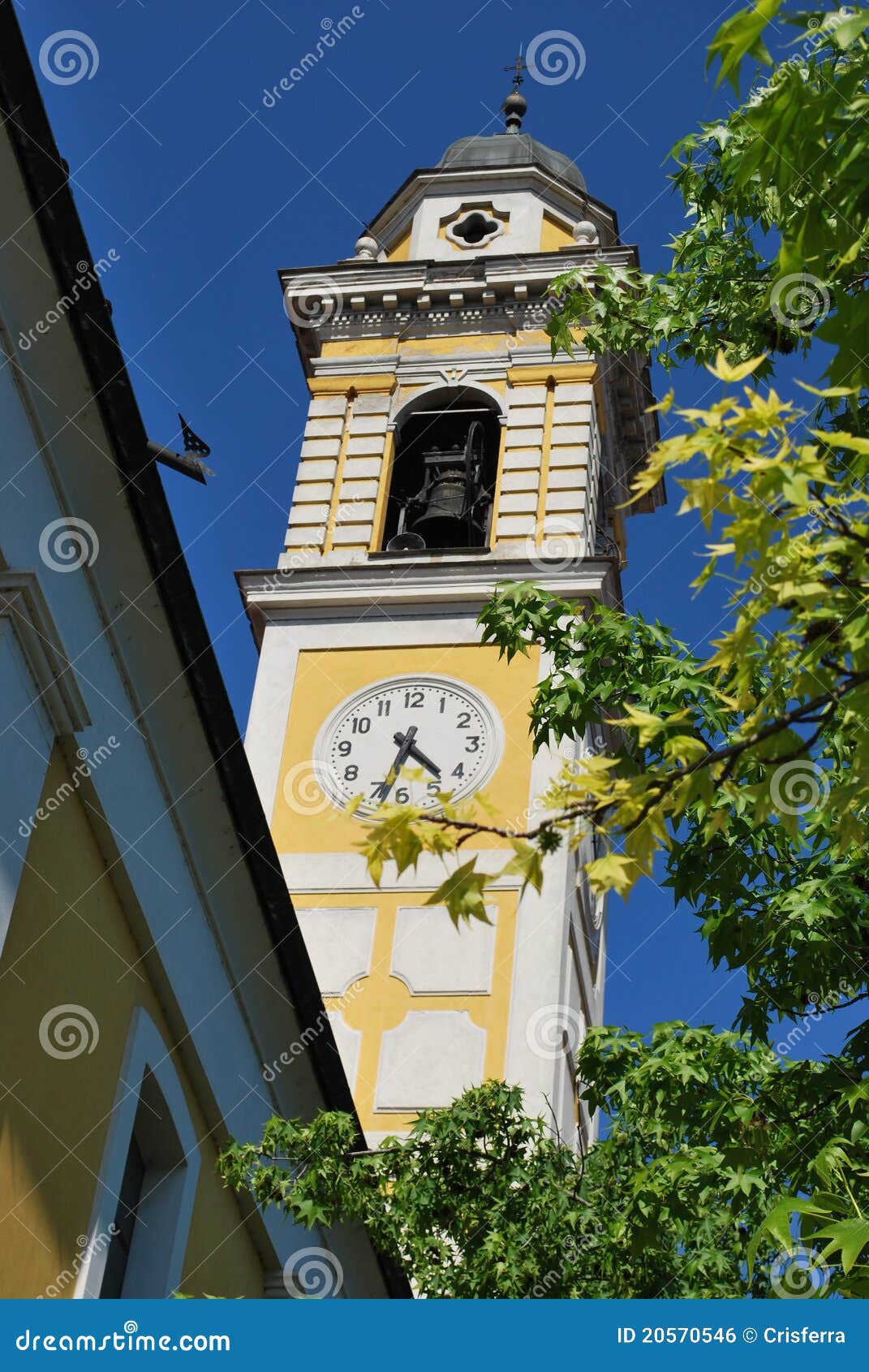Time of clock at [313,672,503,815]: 4:33
